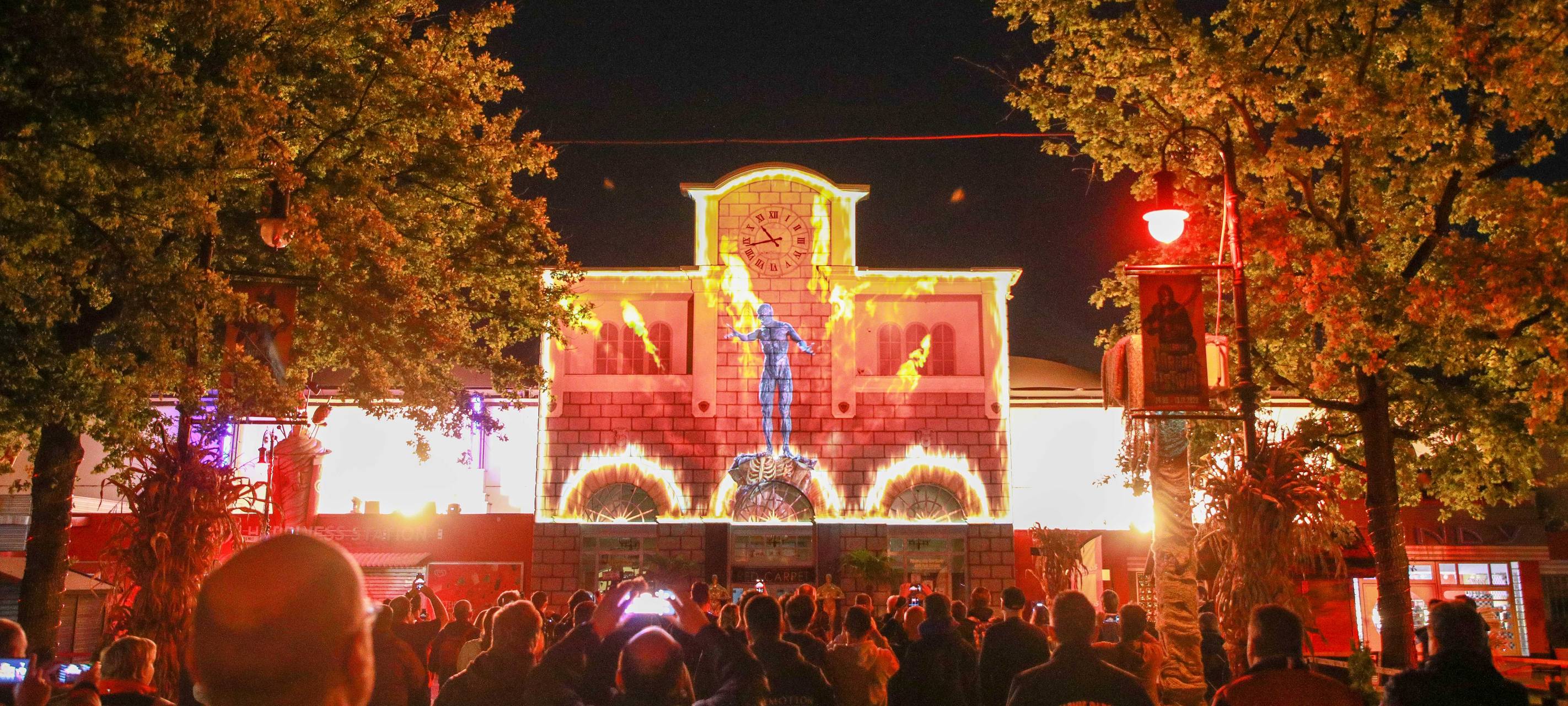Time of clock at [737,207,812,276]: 10:42
